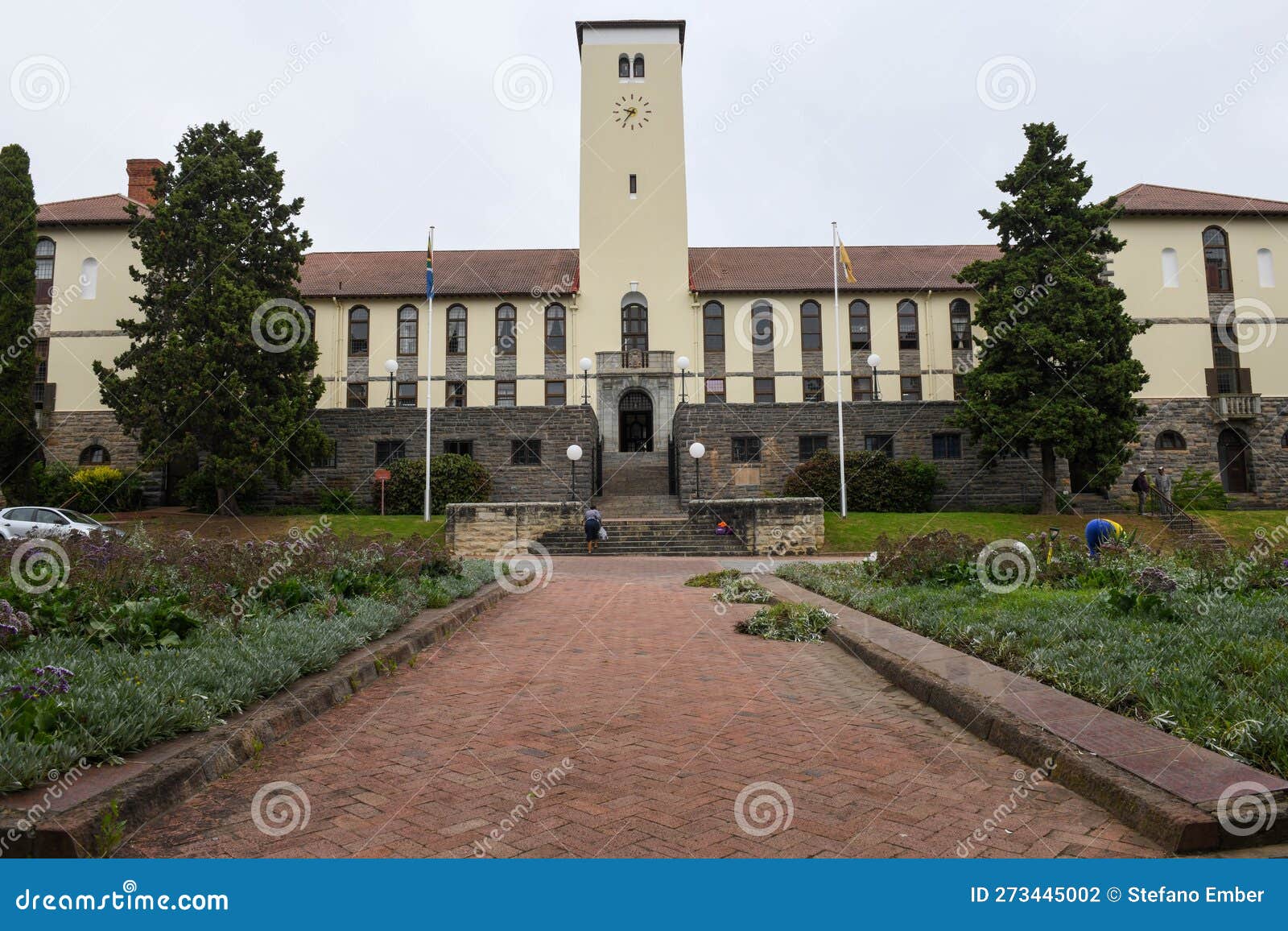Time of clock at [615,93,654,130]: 9:36
